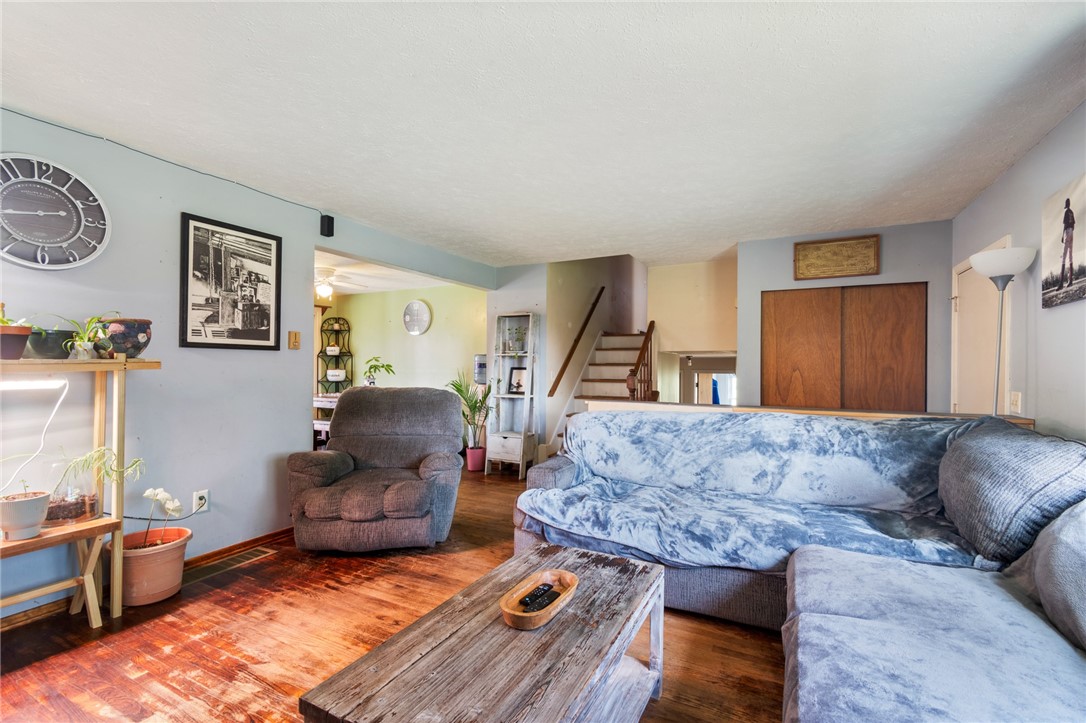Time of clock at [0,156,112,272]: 2:43
